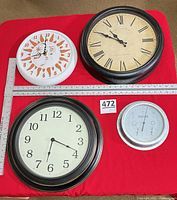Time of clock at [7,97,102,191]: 6:18
